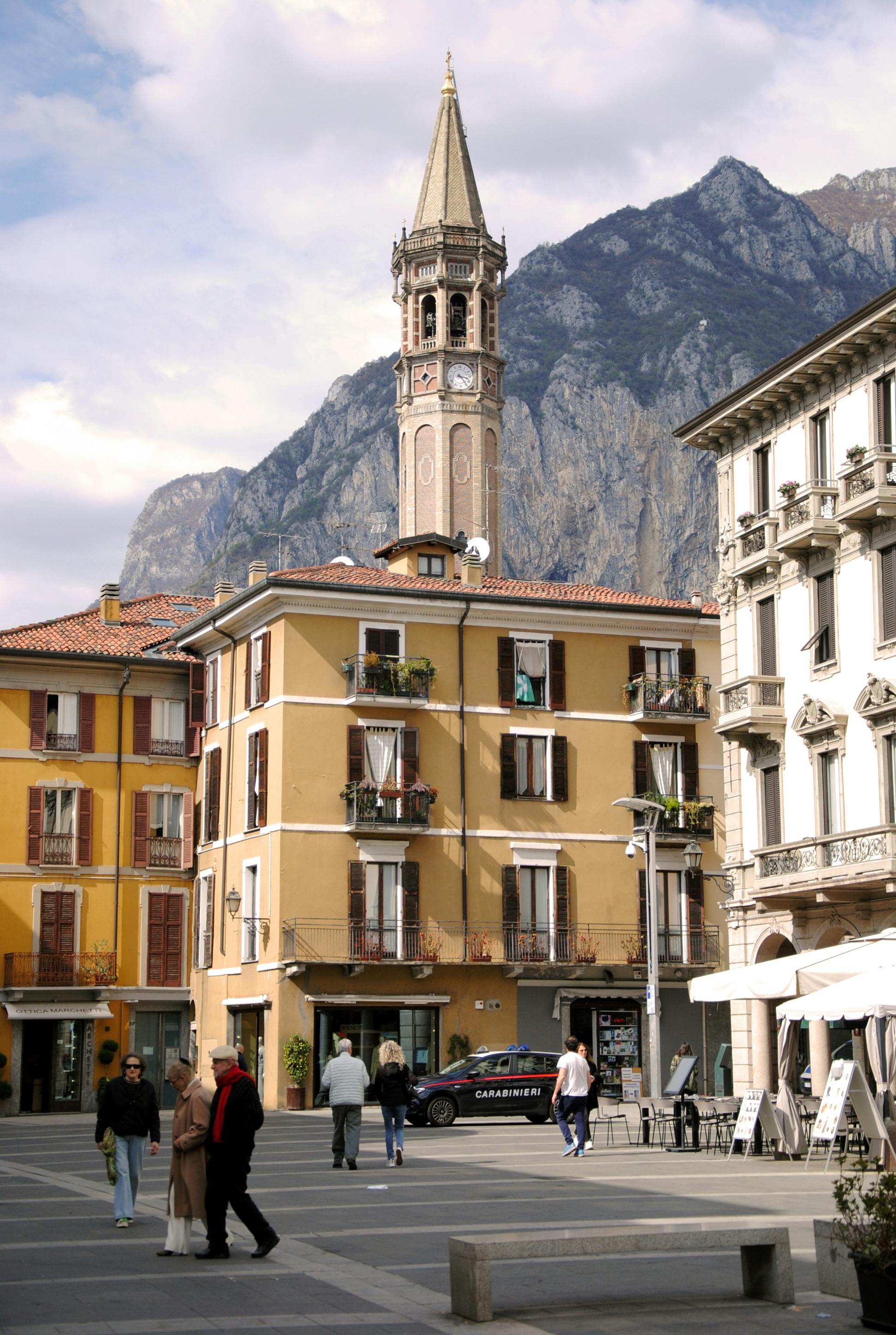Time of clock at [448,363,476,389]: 3:23
